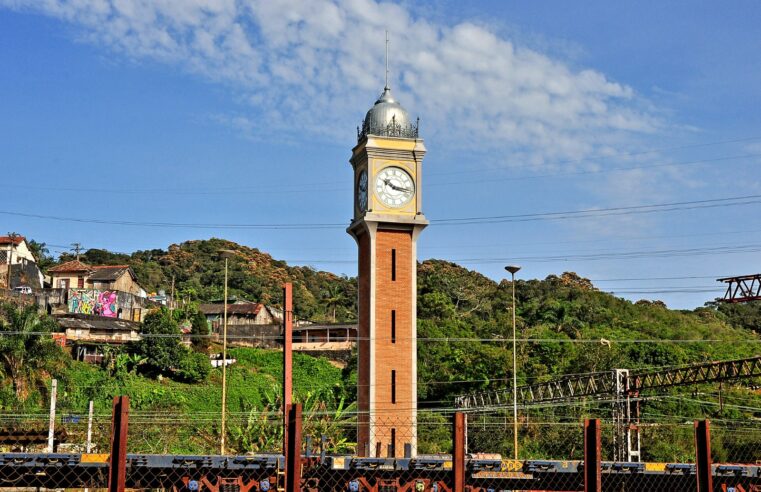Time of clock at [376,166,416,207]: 10:17
